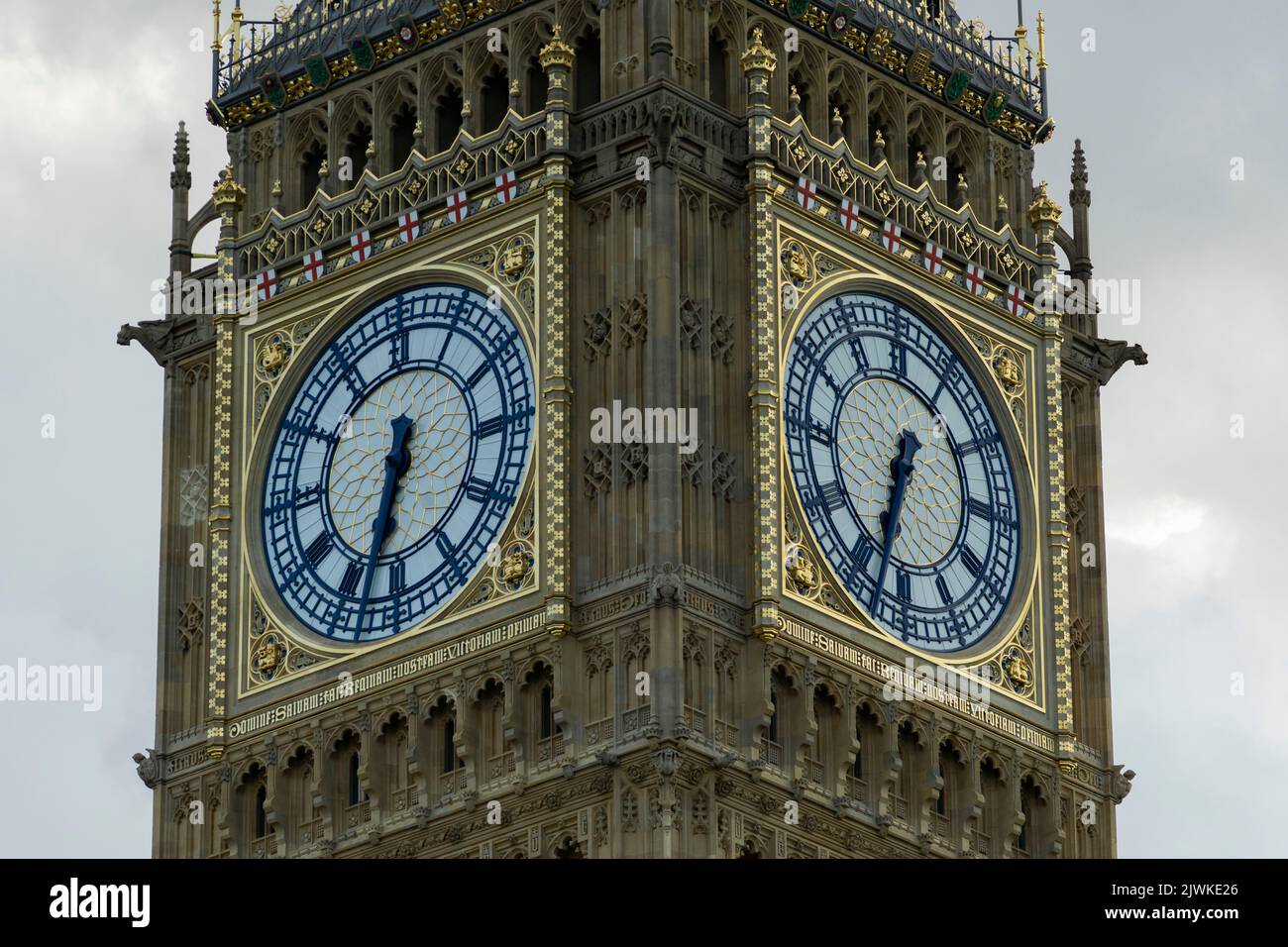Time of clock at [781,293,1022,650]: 6:32
